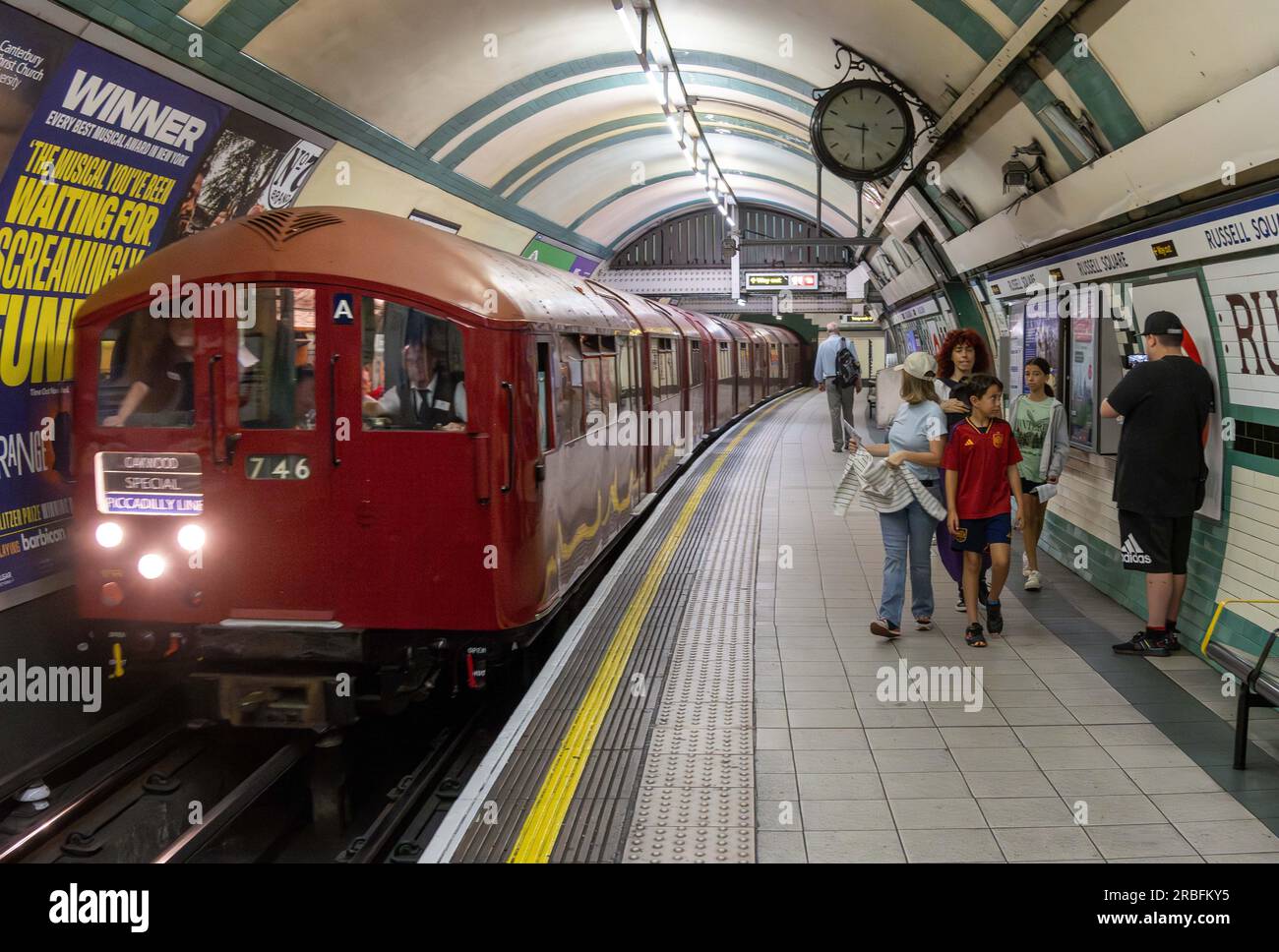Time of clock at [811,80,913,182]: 9:30
